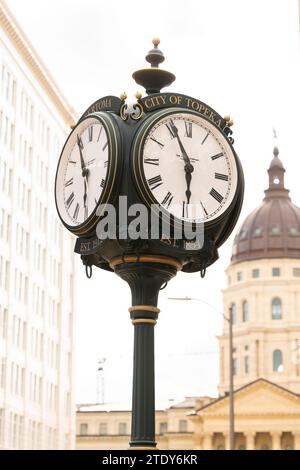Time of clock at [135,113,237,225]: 5:55
